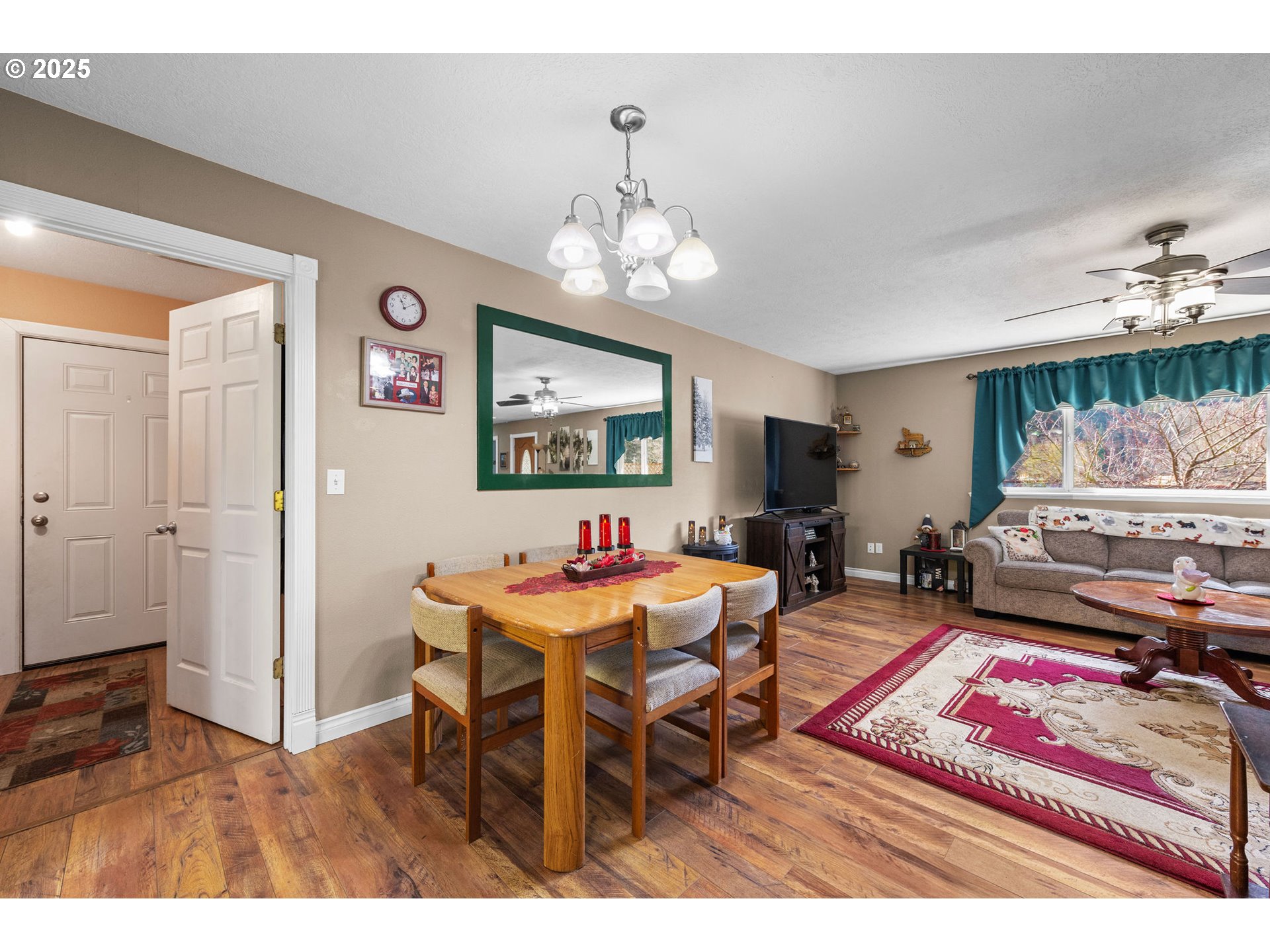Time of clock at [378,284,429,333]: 11:09
